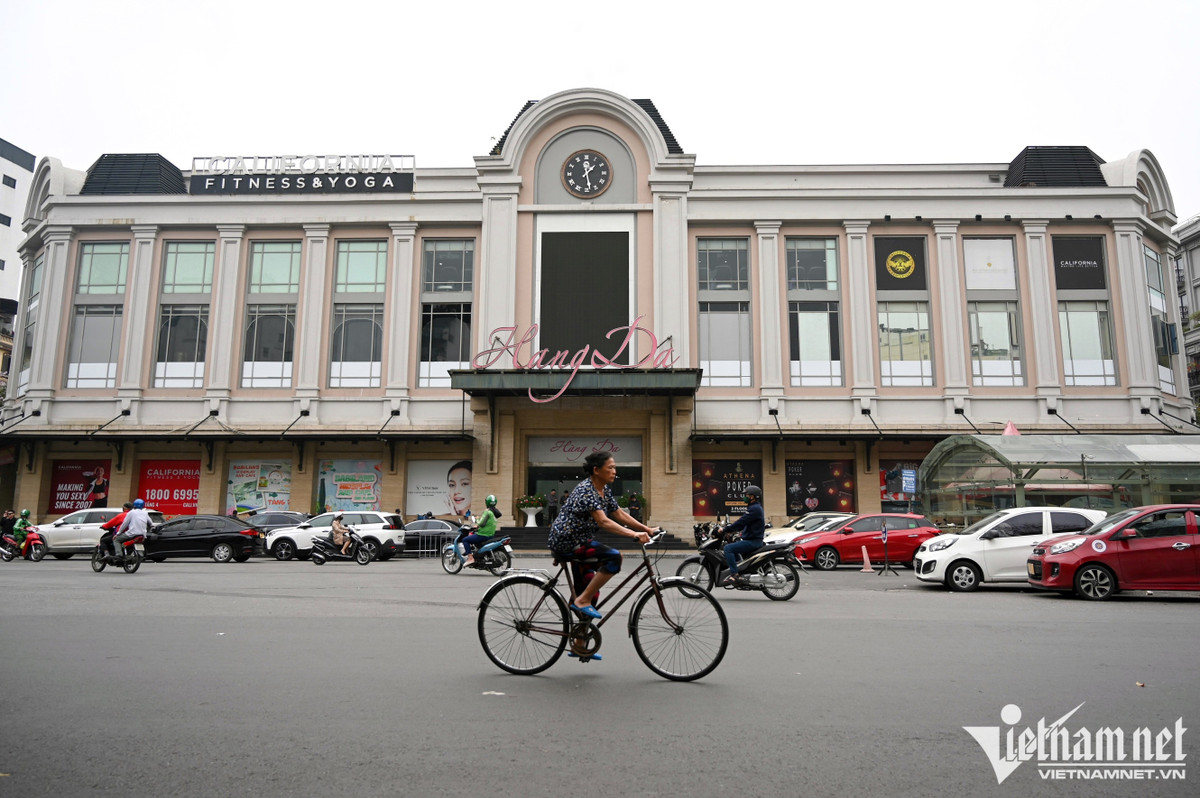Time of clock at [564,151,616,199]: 1:28
